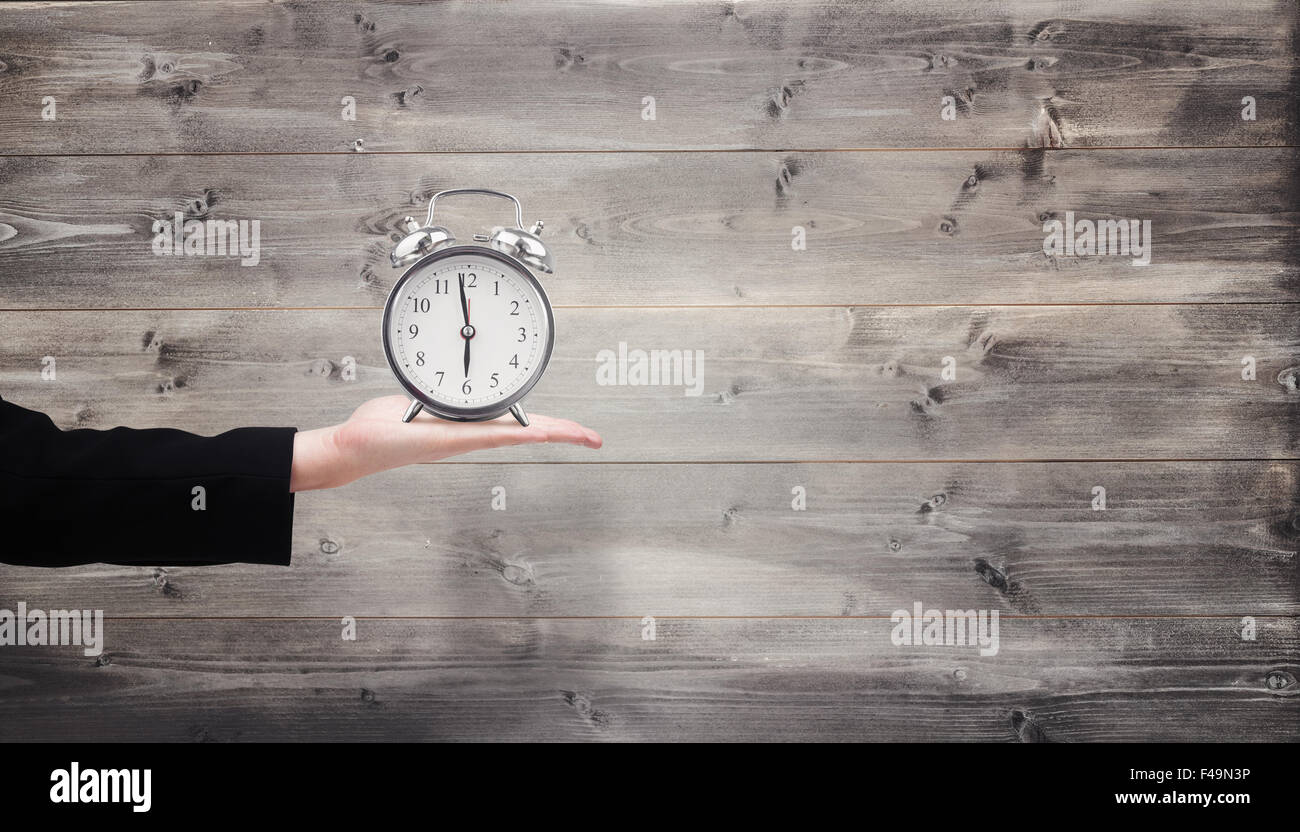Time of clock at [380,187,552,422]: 5:58
